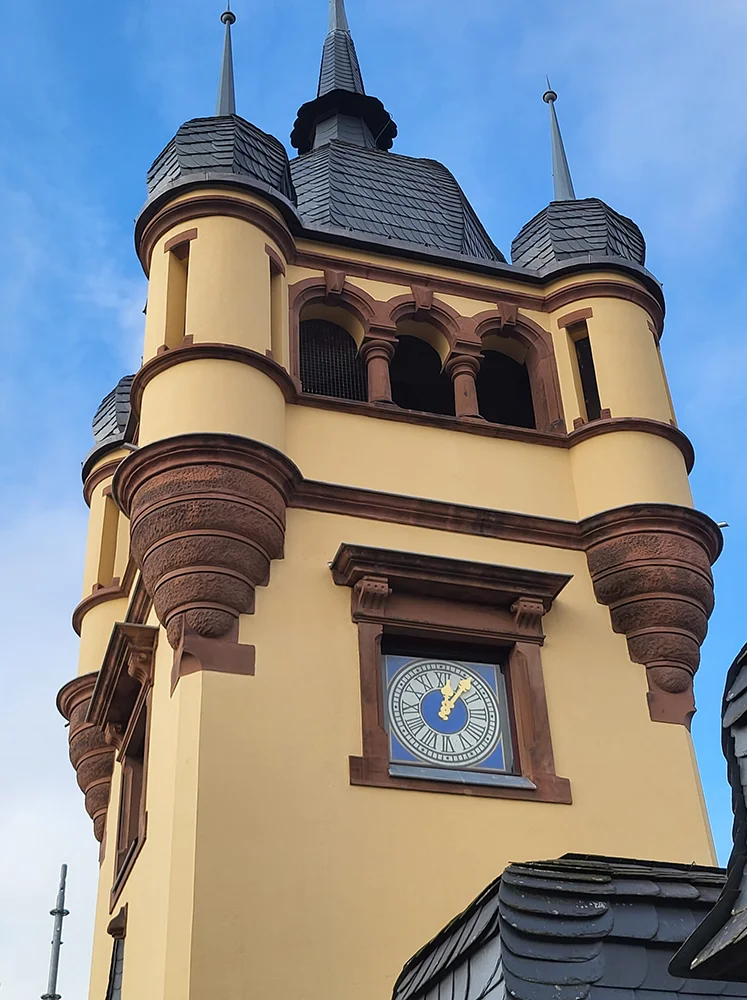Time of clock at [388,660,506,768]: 12:06
